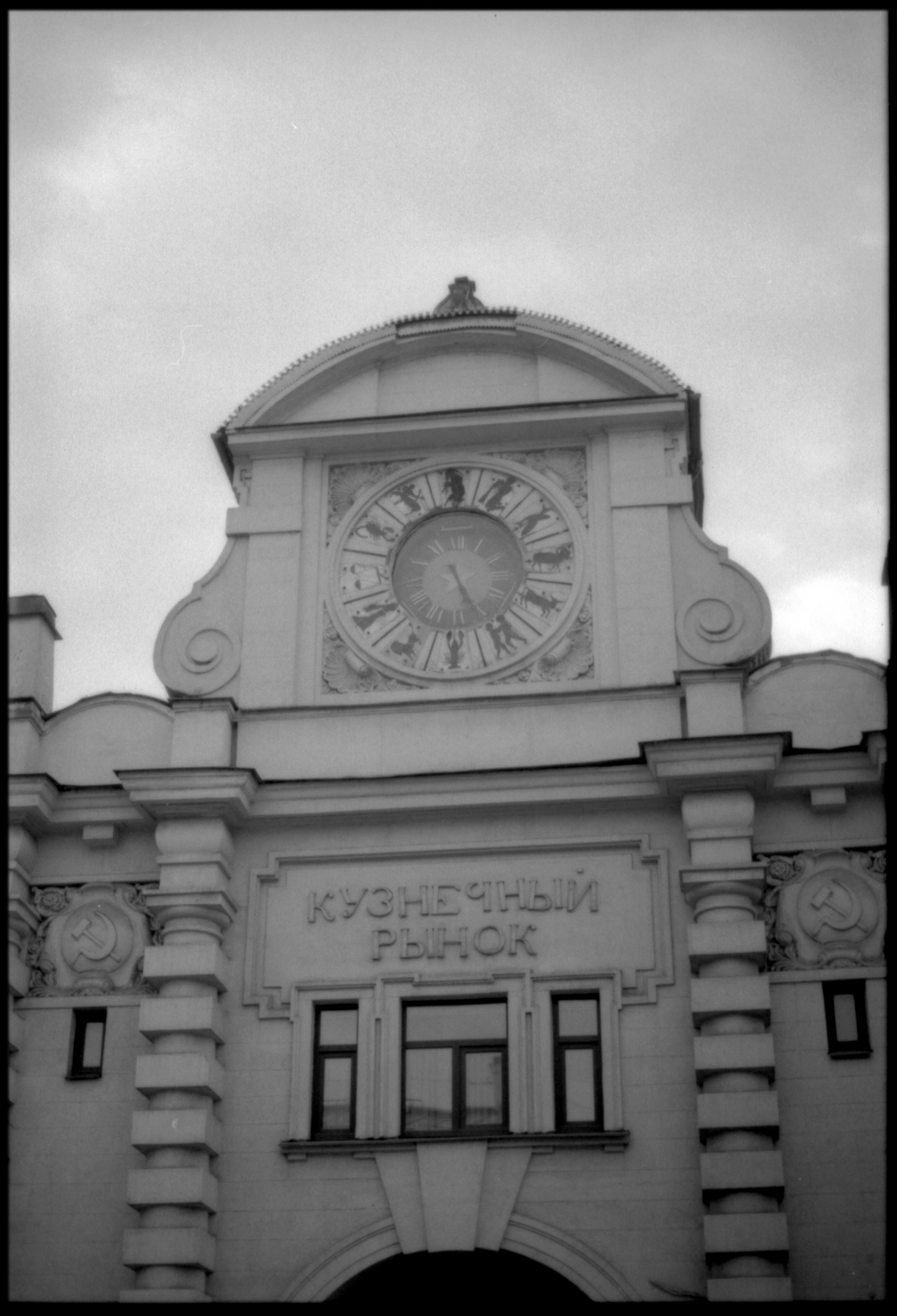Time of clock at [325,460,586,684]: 5:26
